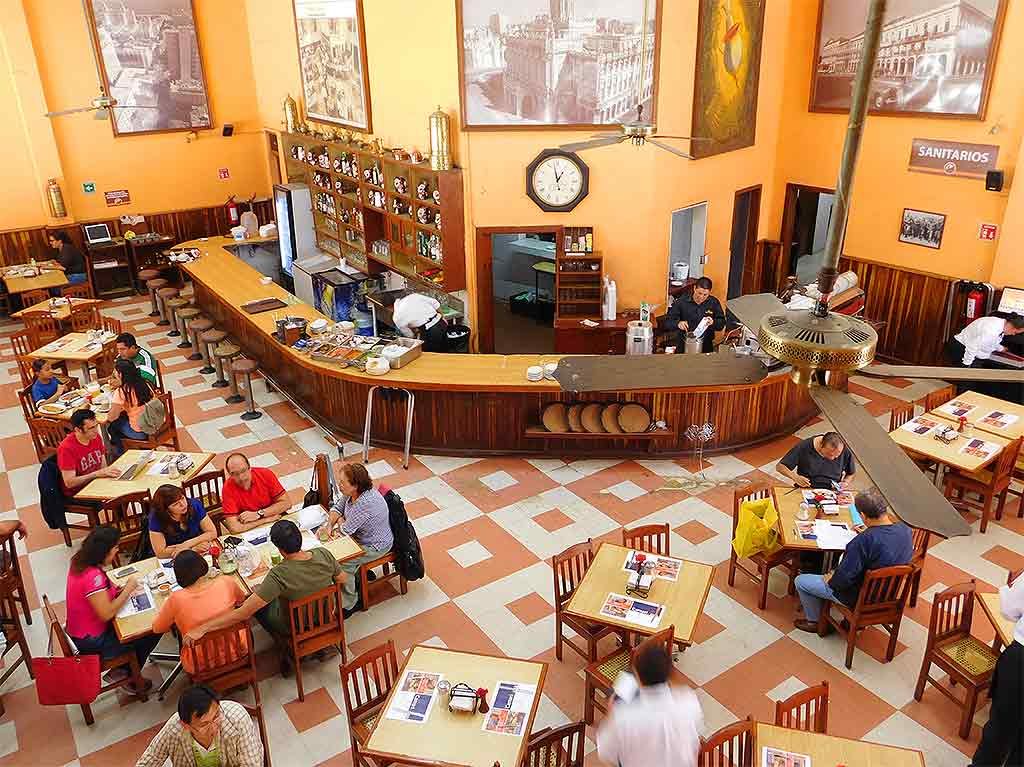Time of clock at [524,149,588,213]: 12:58
